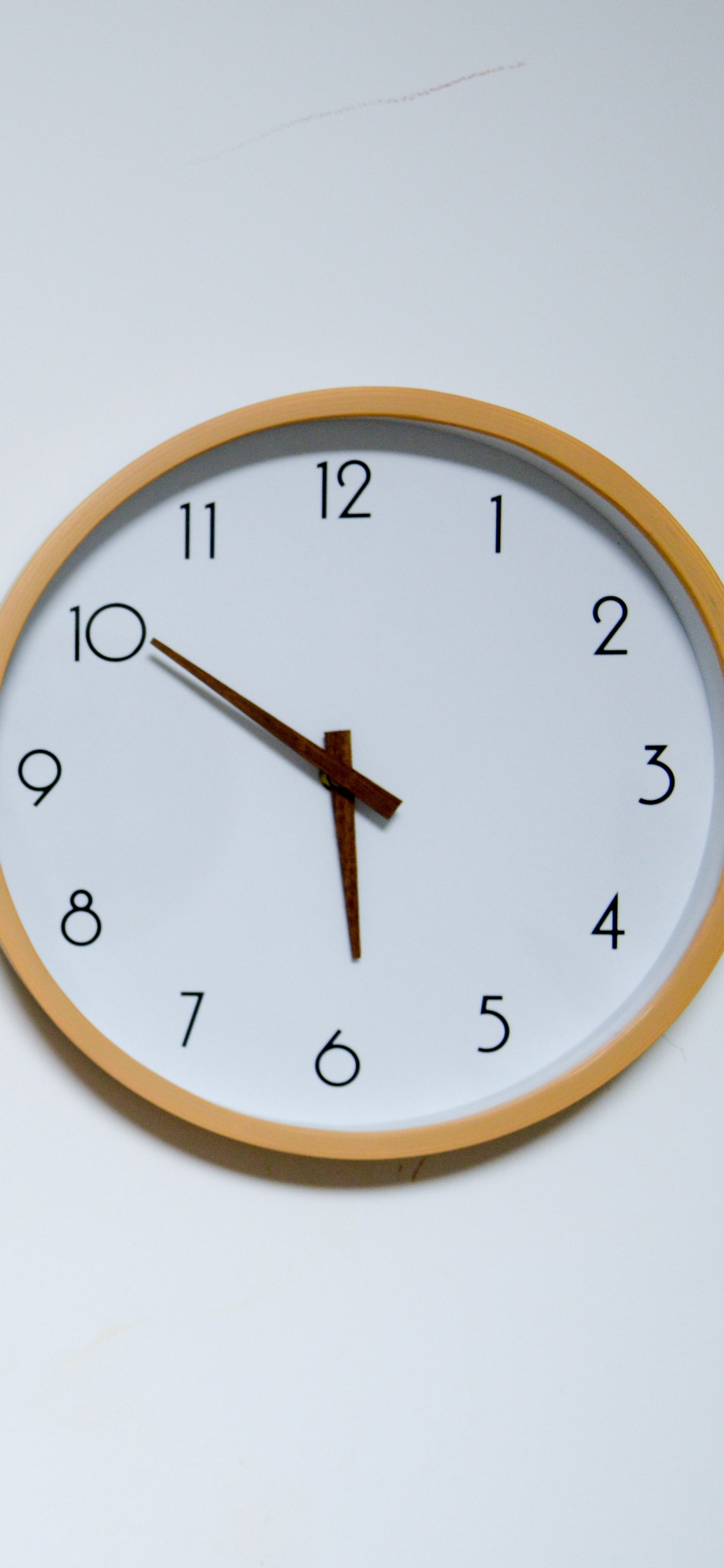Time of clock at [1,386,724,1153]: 5:50
